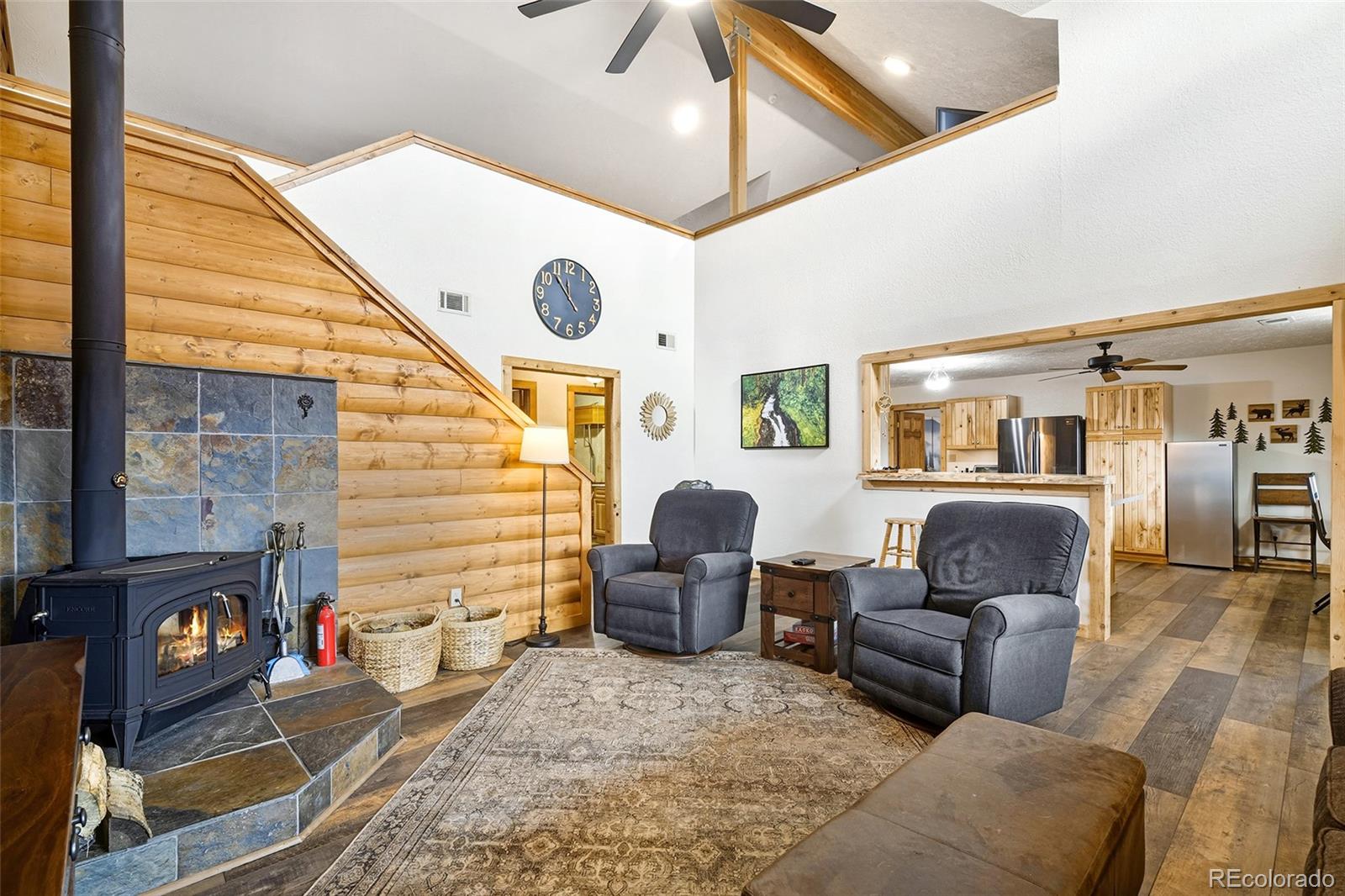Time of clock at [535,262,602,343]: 11:53
